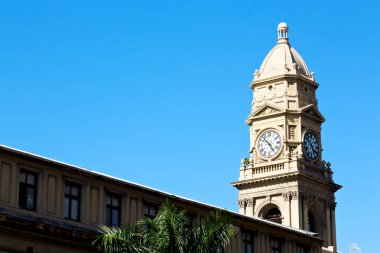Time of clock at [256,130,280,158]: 4:52
